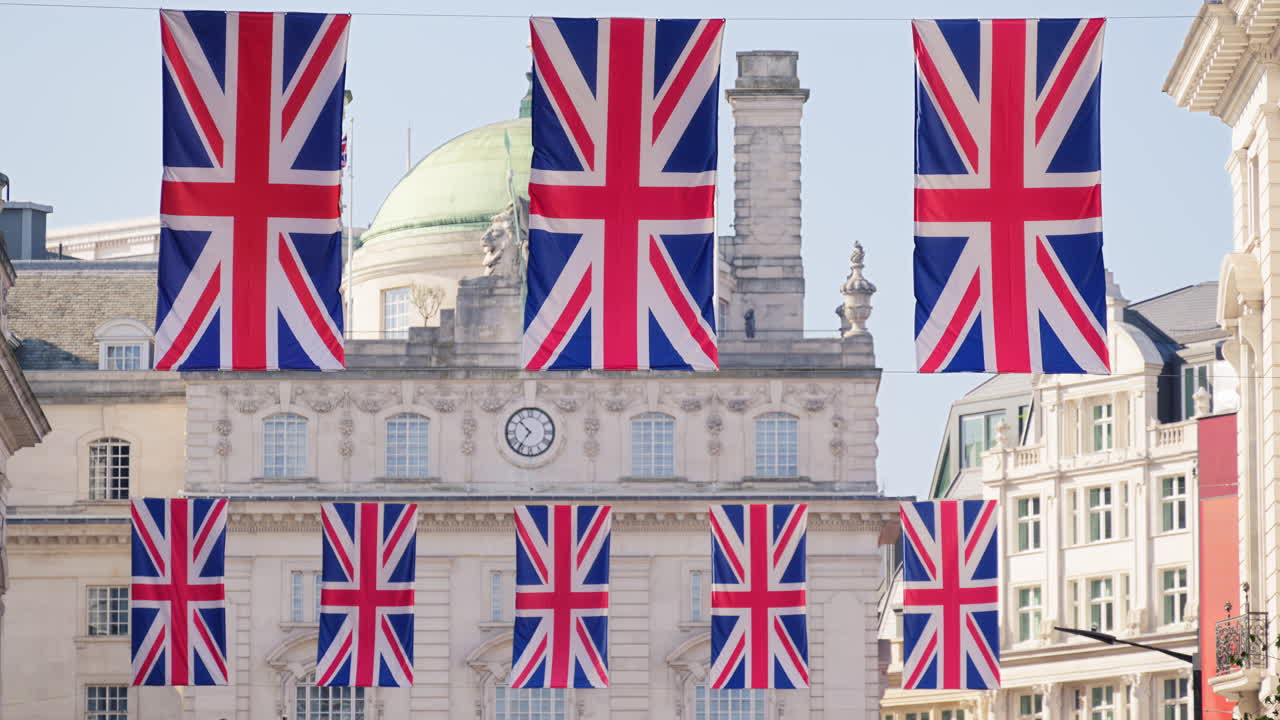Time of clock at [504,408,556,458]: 10:35
